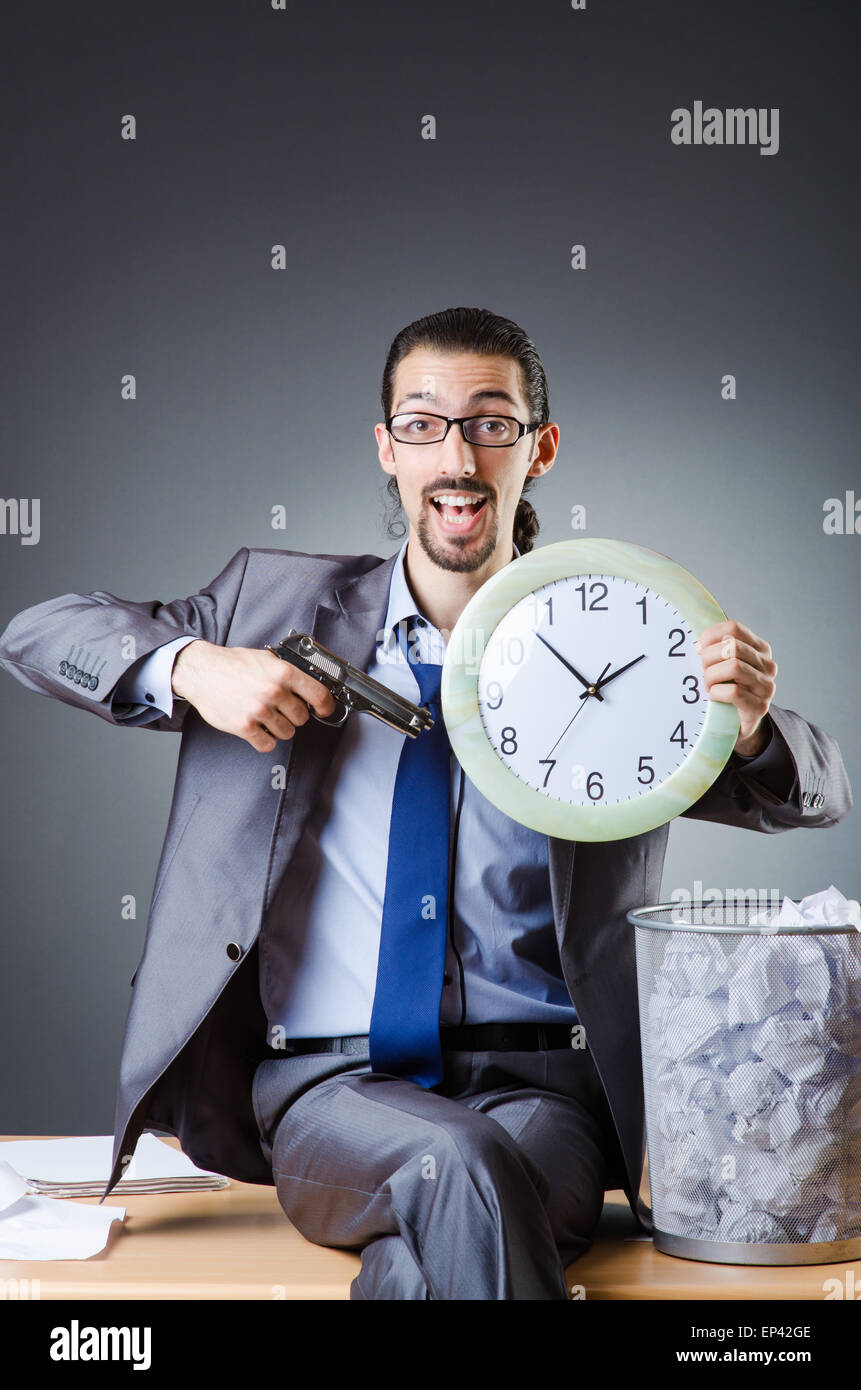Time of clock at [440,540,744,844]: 1:52
